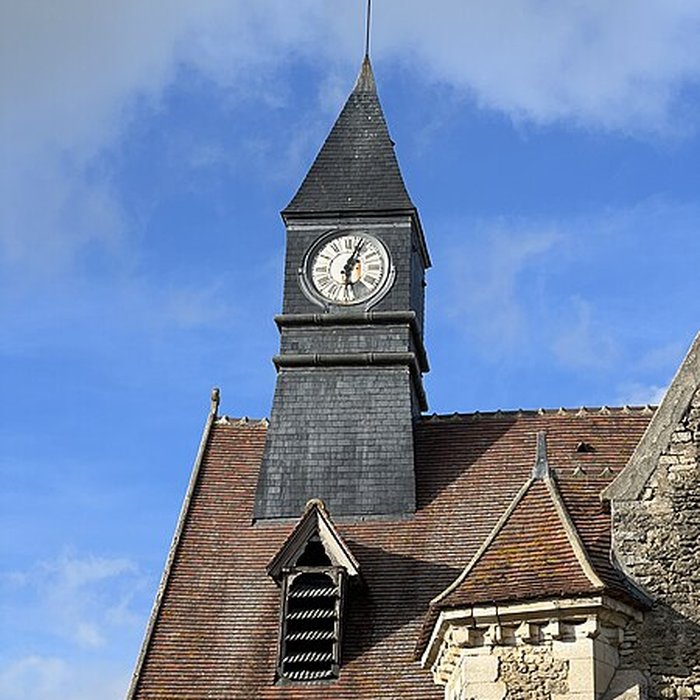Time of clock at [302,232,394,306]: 6:03
